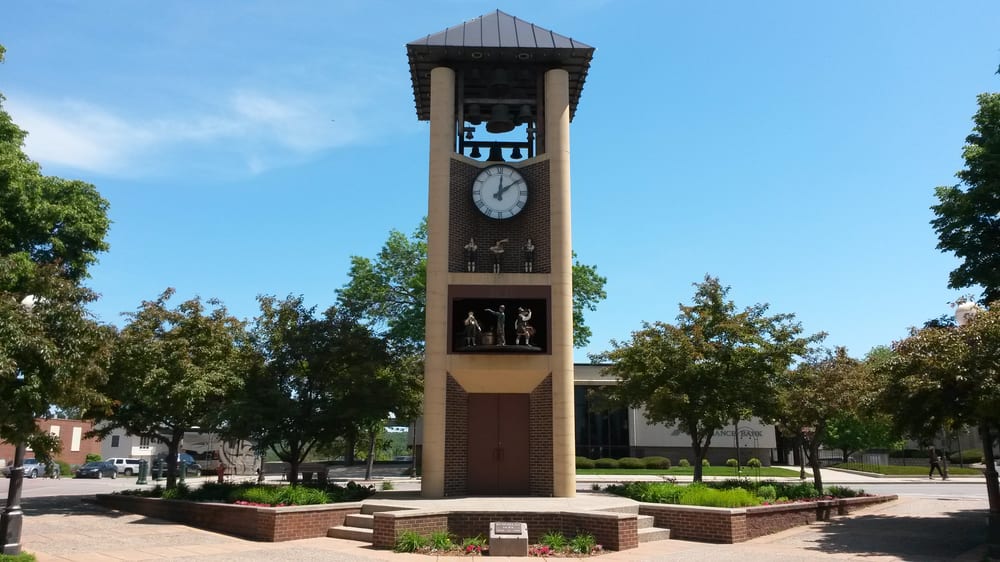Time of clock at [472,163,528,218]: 12:09
